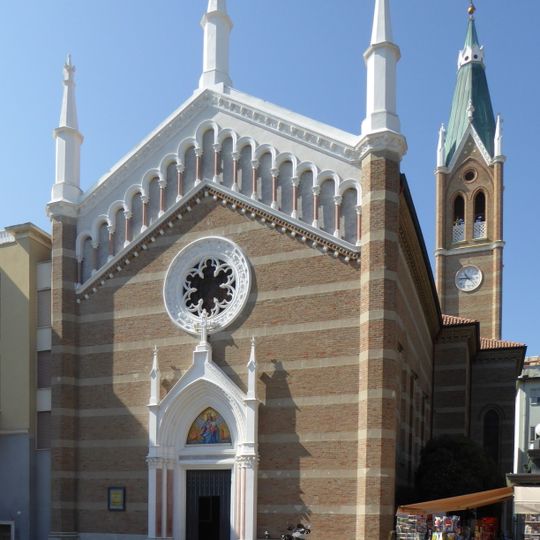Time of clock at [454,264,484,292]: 10:45
